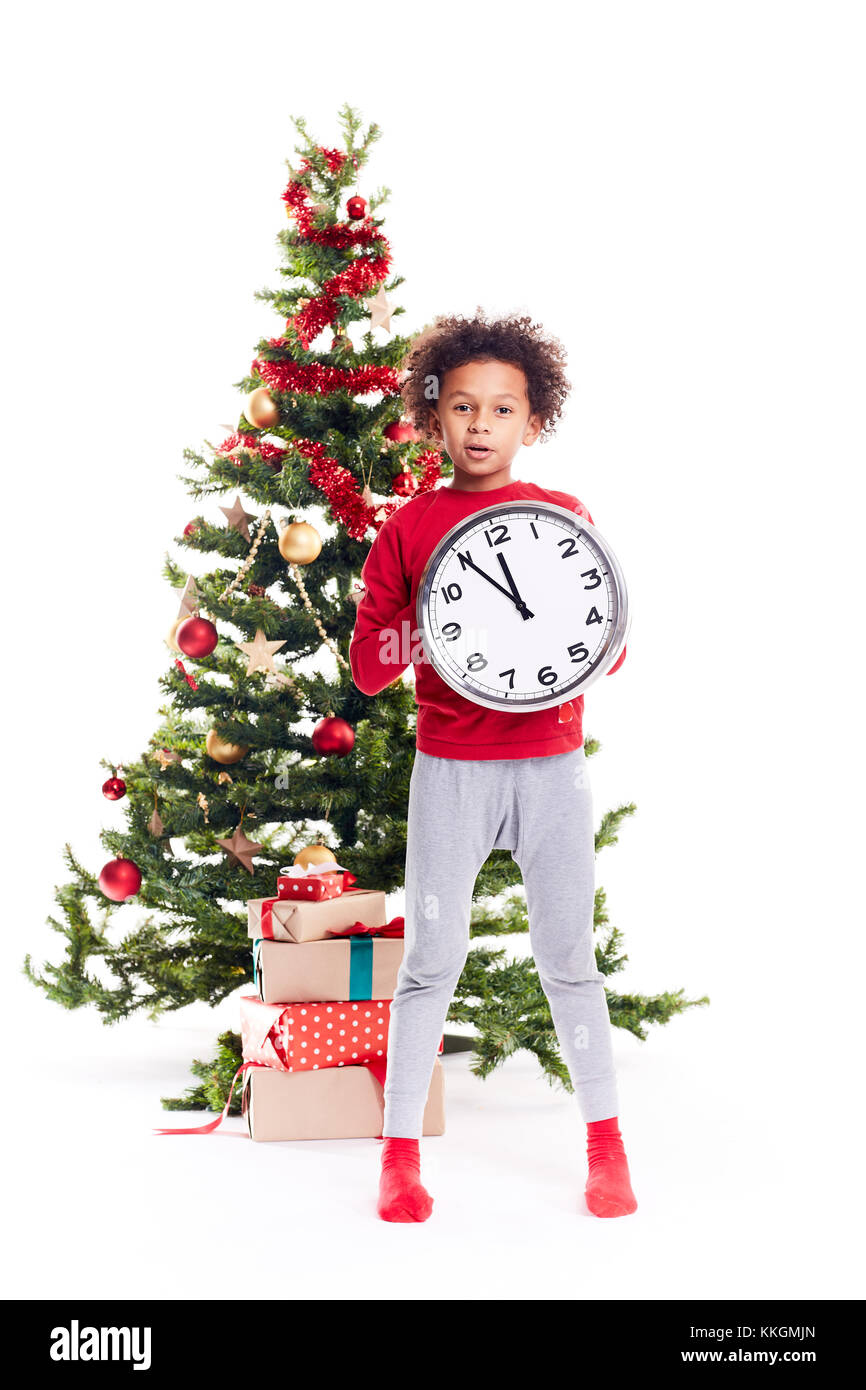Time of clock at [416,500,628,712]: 11:54
